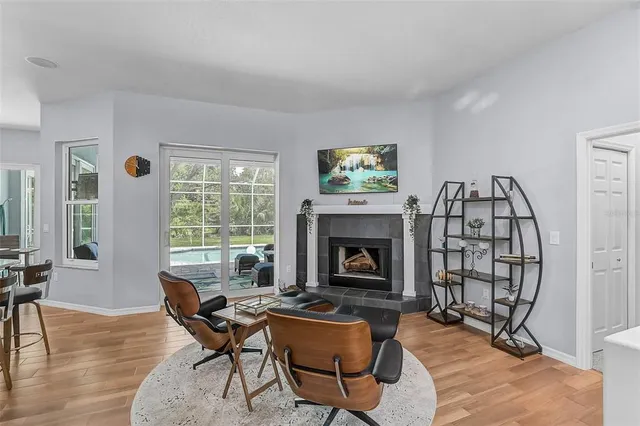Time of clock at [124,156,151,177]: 5:59
